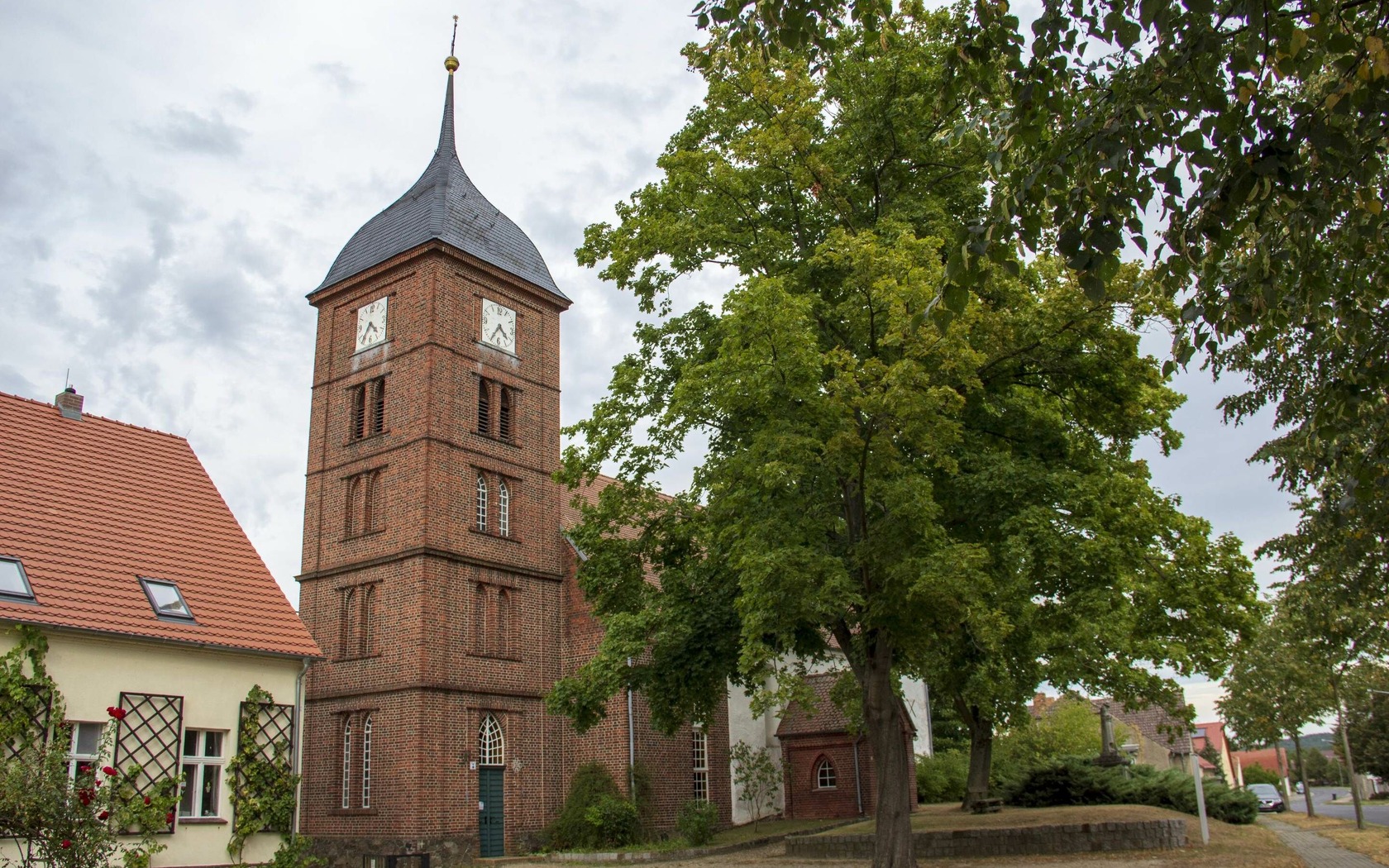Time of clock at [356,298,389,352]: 4:35
